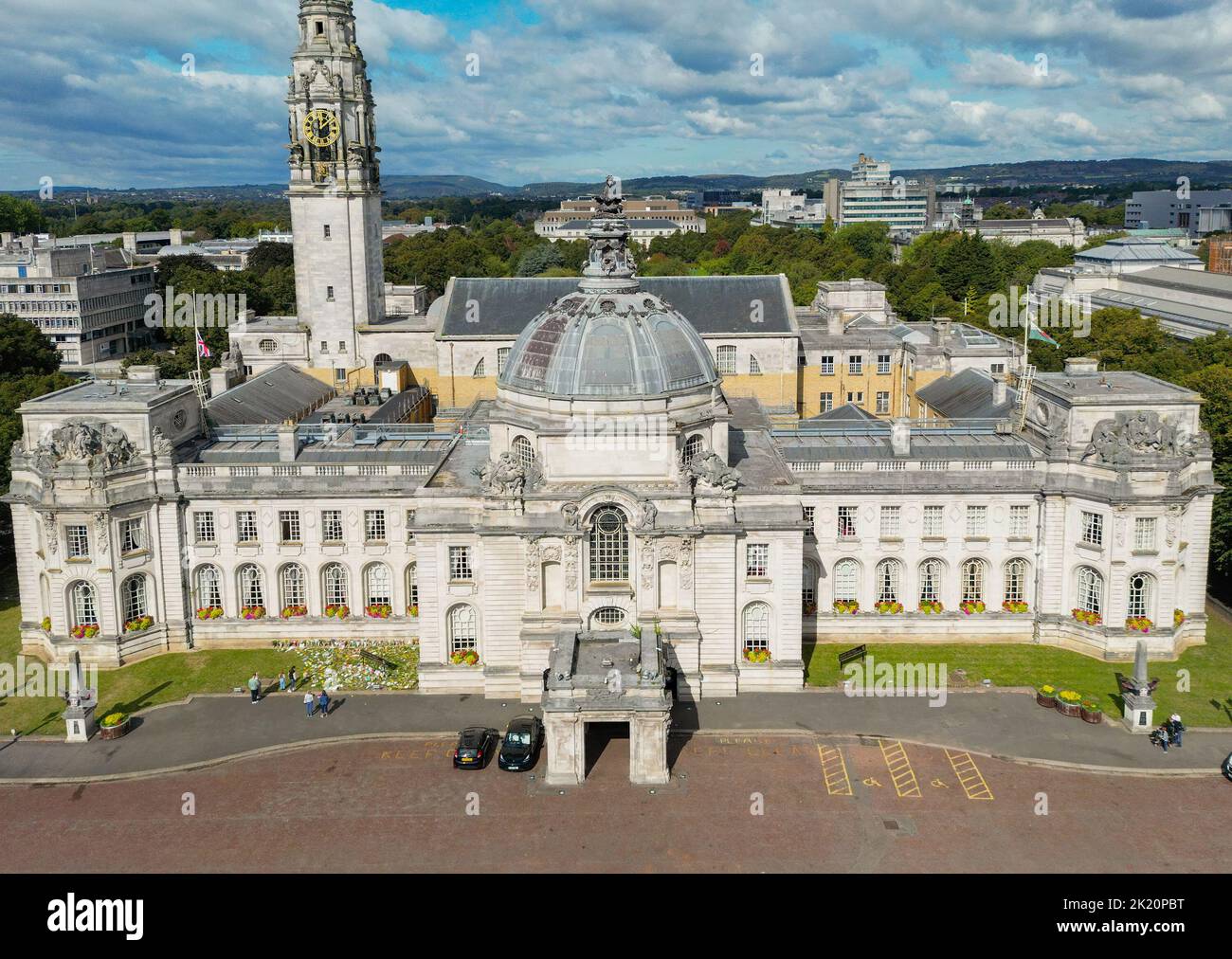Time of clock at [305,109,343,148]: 12:07
